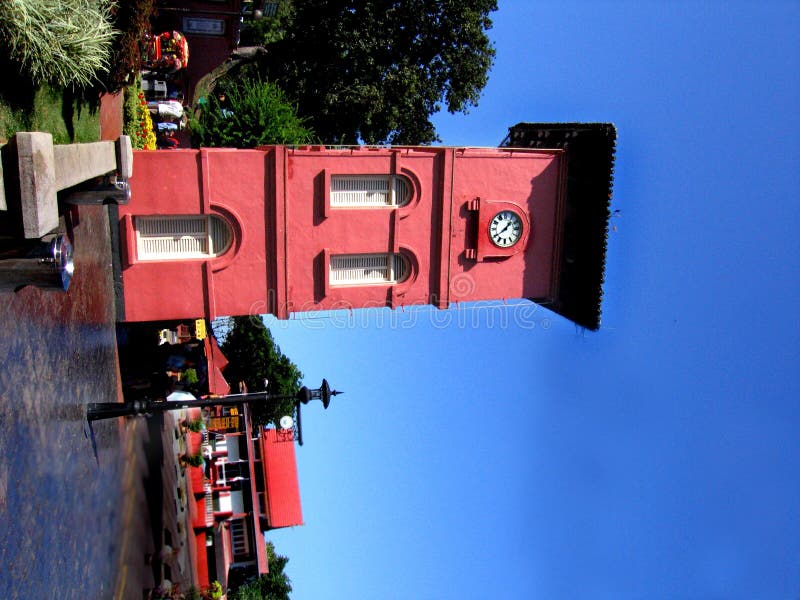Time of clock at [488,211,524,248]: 1:39
